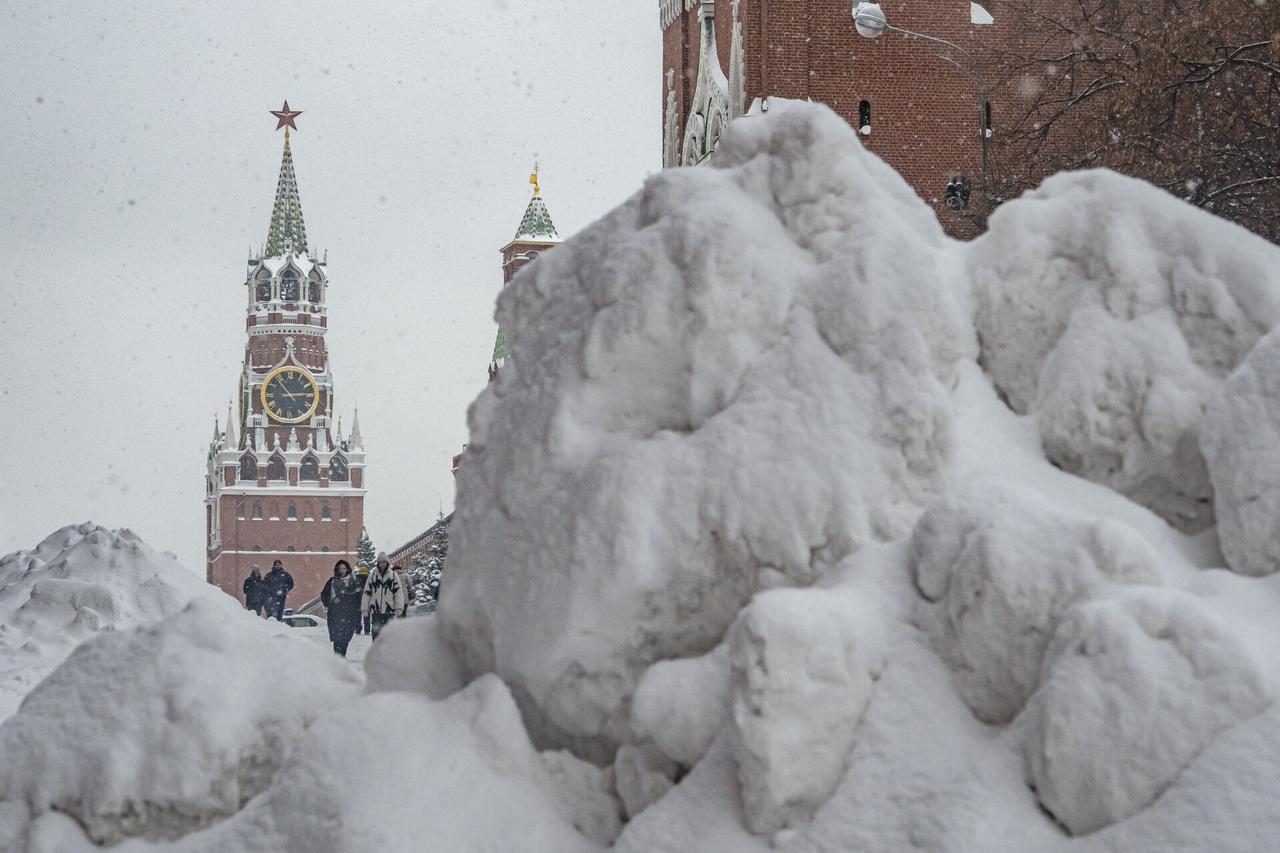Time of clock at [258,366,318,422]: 2:53
